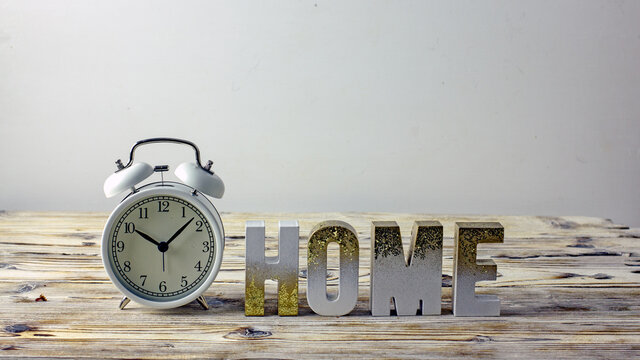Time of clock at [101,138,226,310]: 10:07
